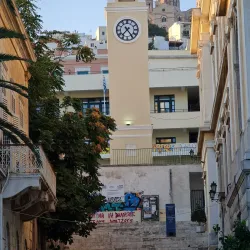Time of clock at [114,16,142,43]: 7:24
